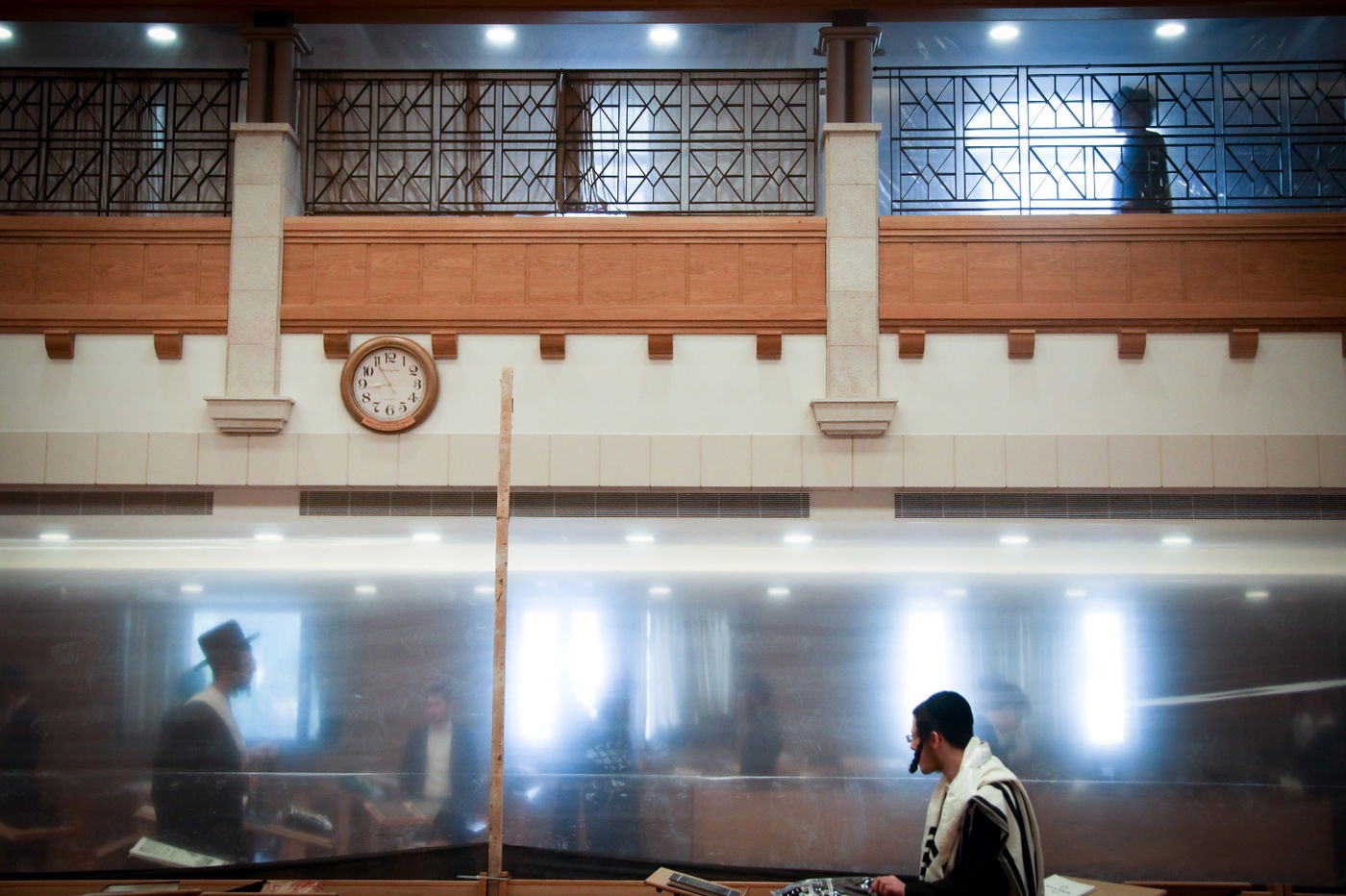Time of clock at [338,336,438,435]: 8:54
